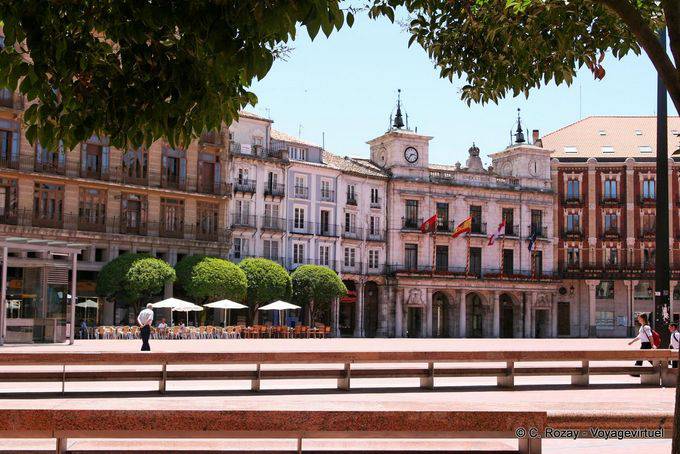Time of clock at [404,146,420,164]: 2:36
